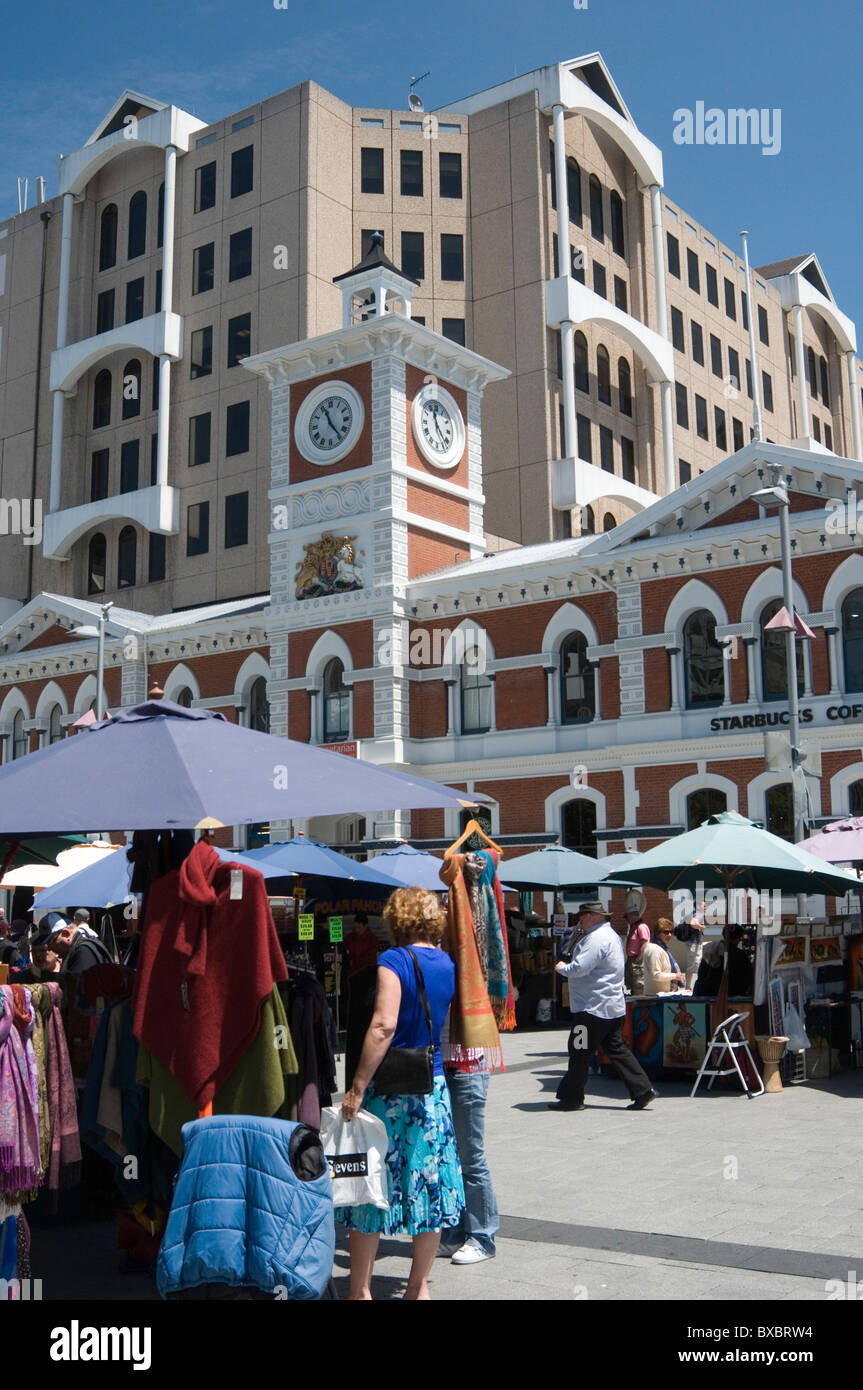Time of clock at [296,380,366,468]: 11:23
